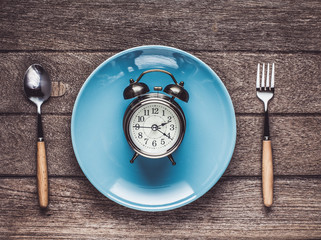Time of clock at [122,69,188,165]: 2:20
